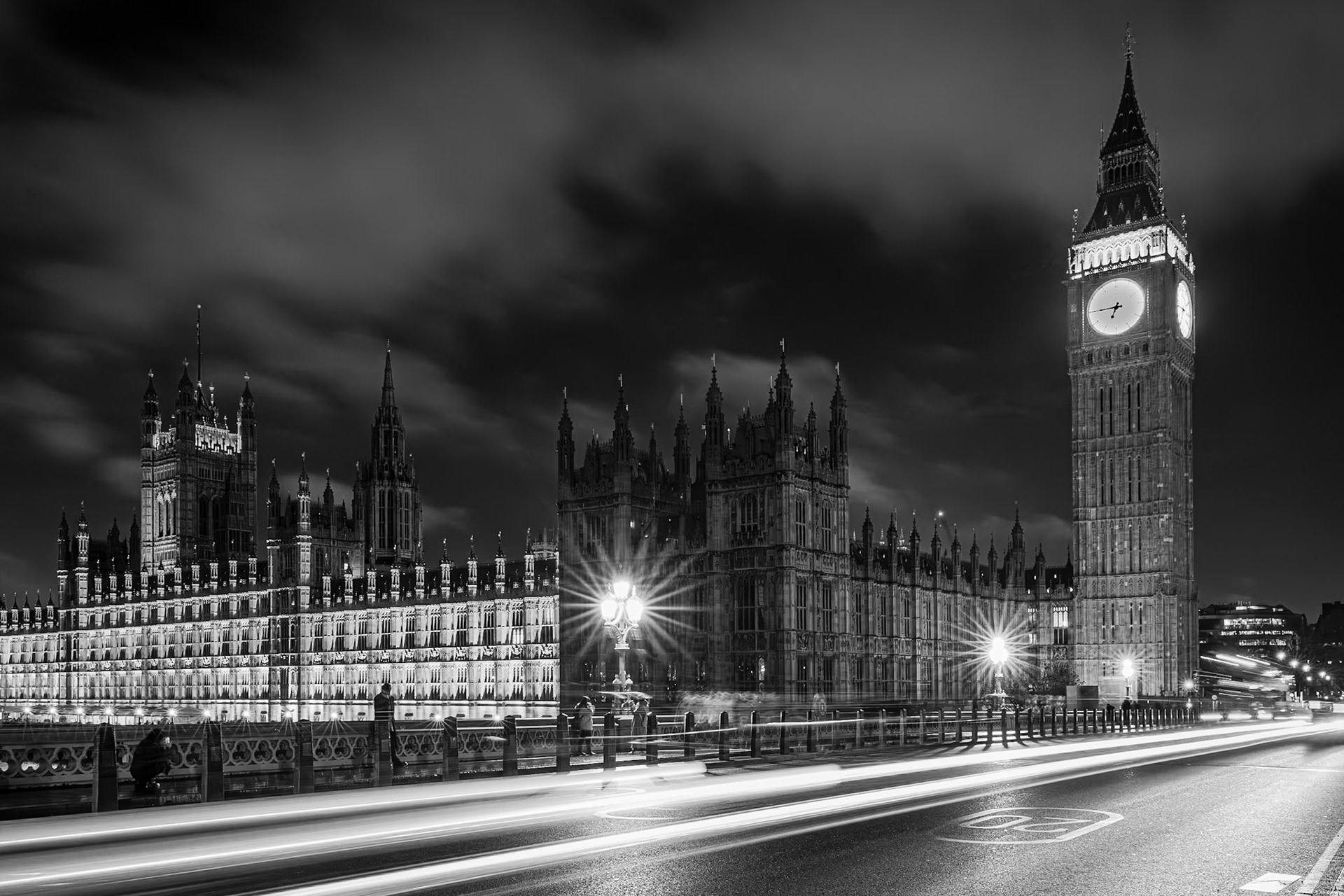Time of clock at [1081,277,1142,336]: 6:45
